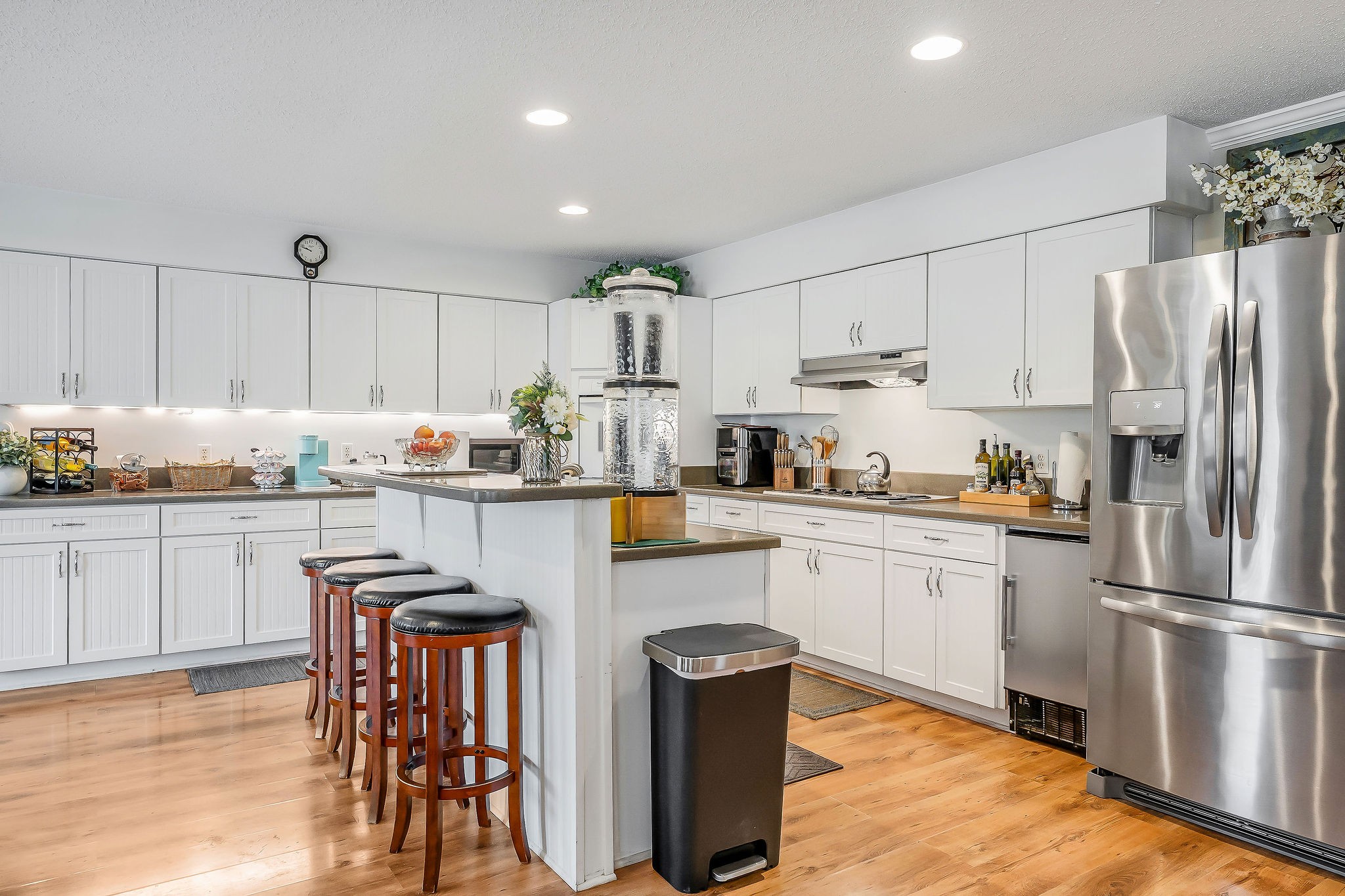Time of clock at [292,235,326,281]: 9:47
